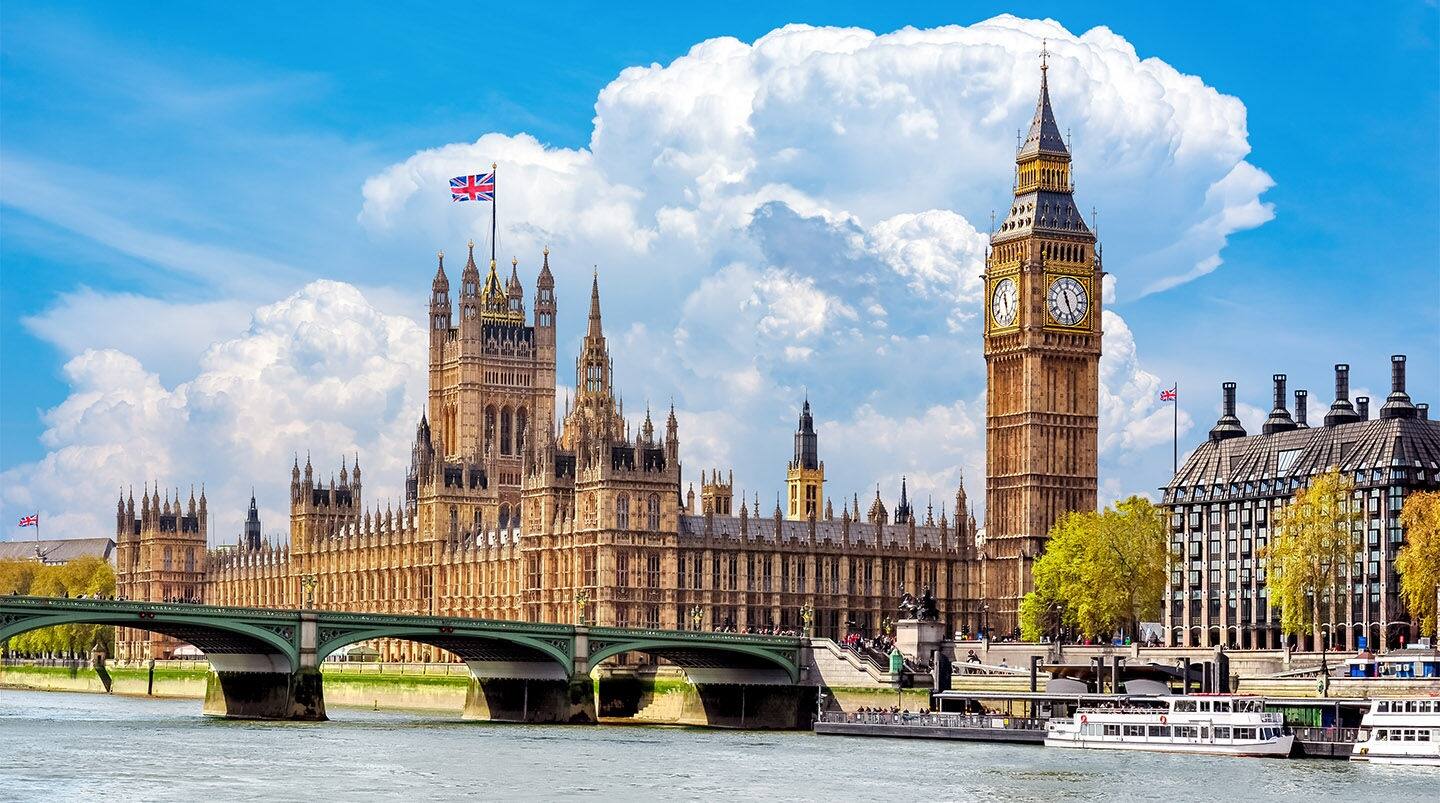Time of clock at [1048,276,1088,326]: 11:26
